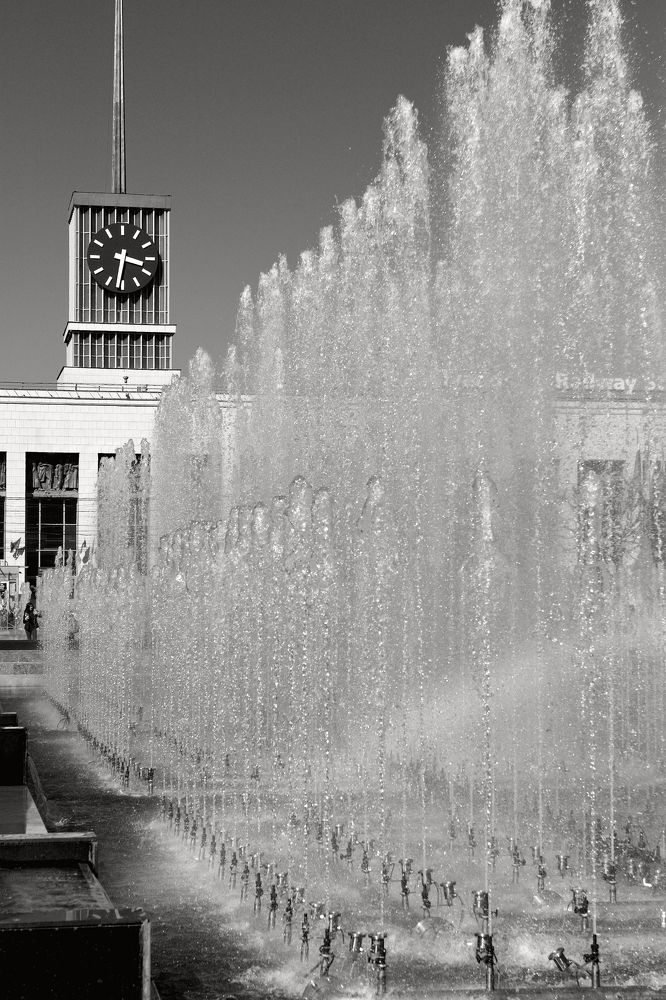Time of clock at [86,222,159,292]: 3:31
